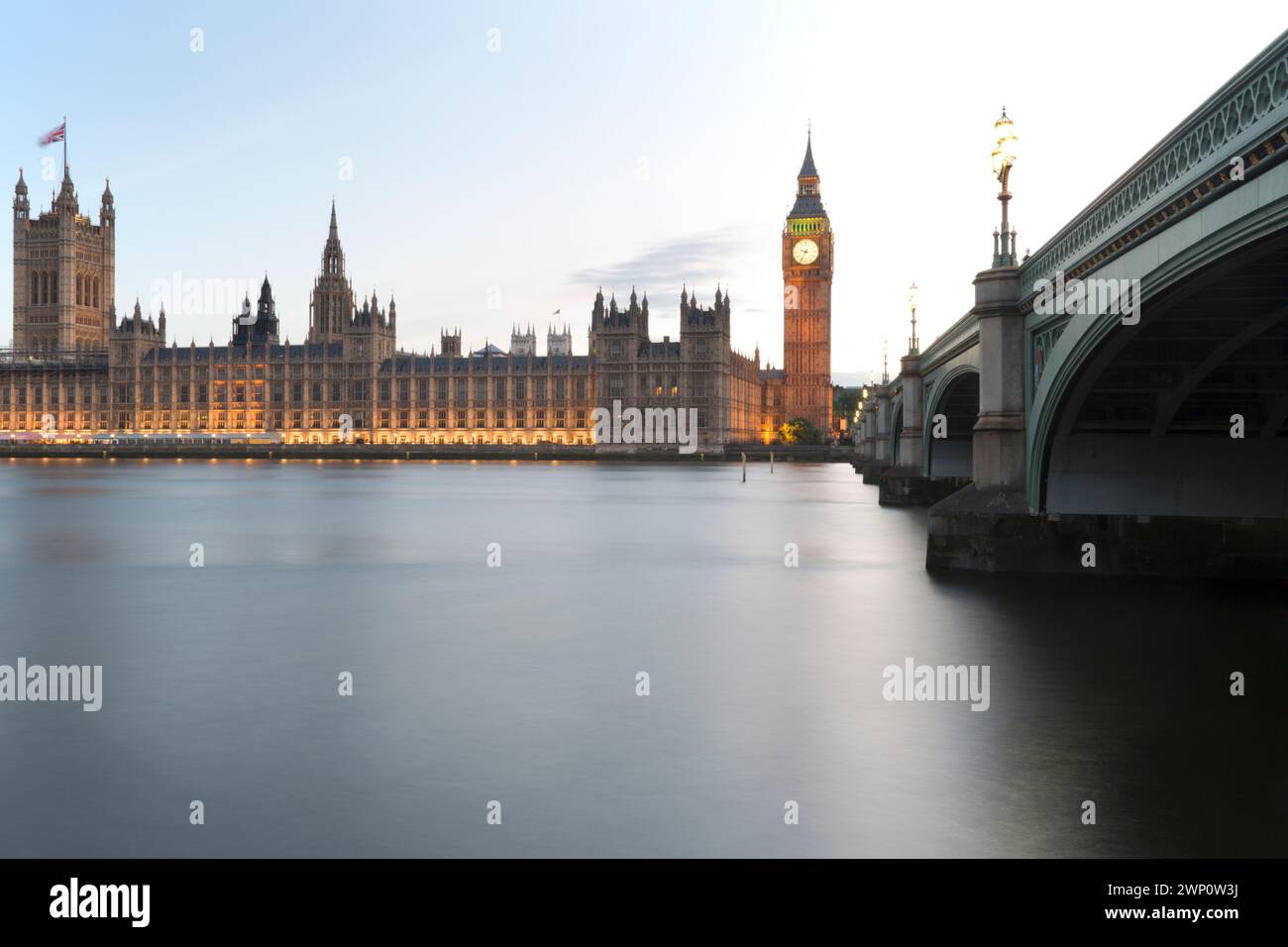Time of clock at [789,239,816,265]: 9:35
